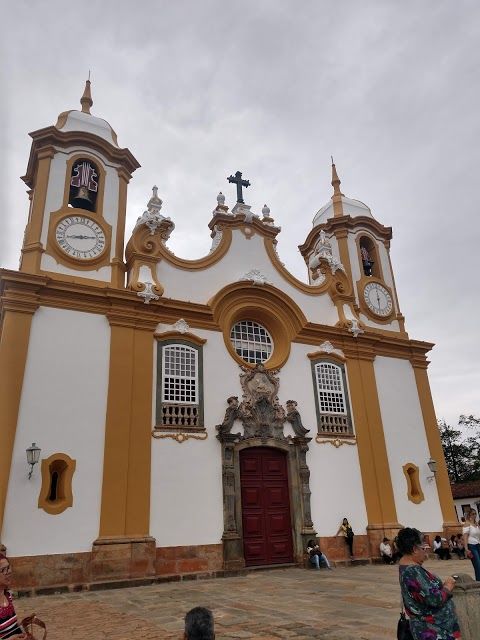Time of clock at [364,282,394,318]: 5:59
